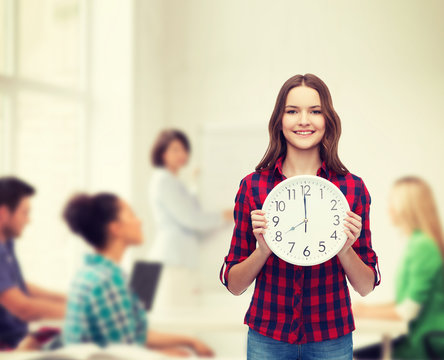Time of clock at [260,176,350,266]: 7:59
